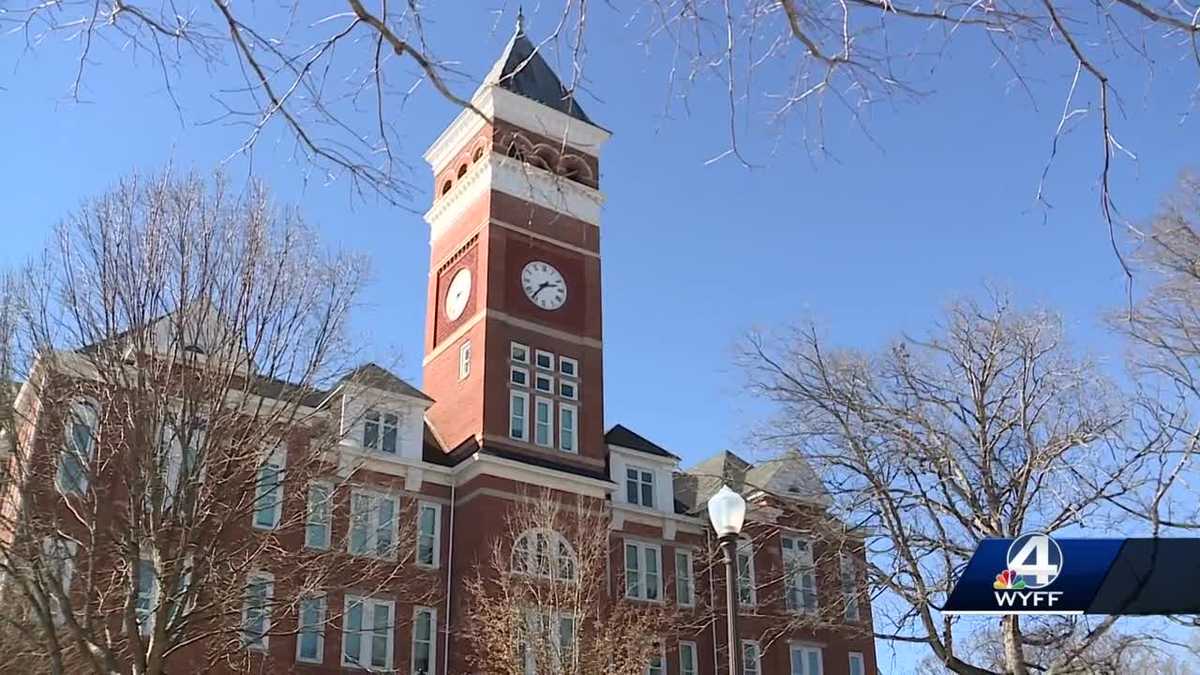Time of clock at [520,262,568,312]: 2:36
